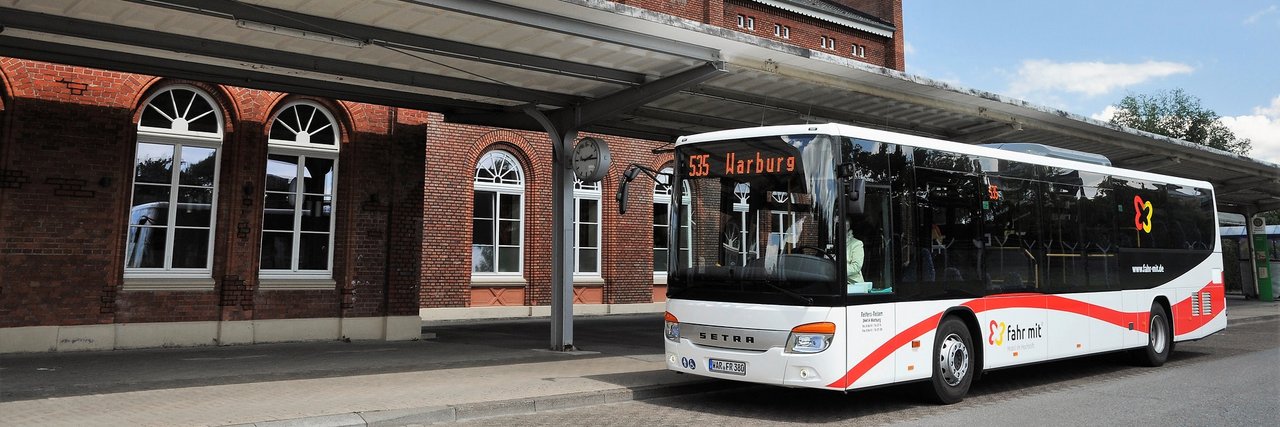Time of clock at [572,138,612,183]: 2:14
